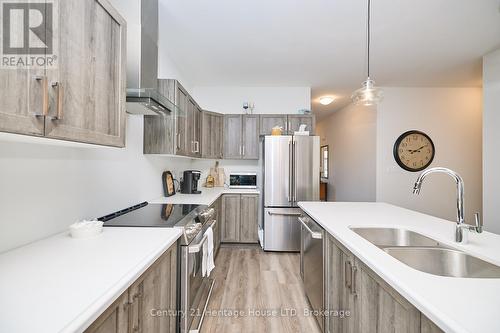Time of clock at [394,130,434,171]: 9:10
